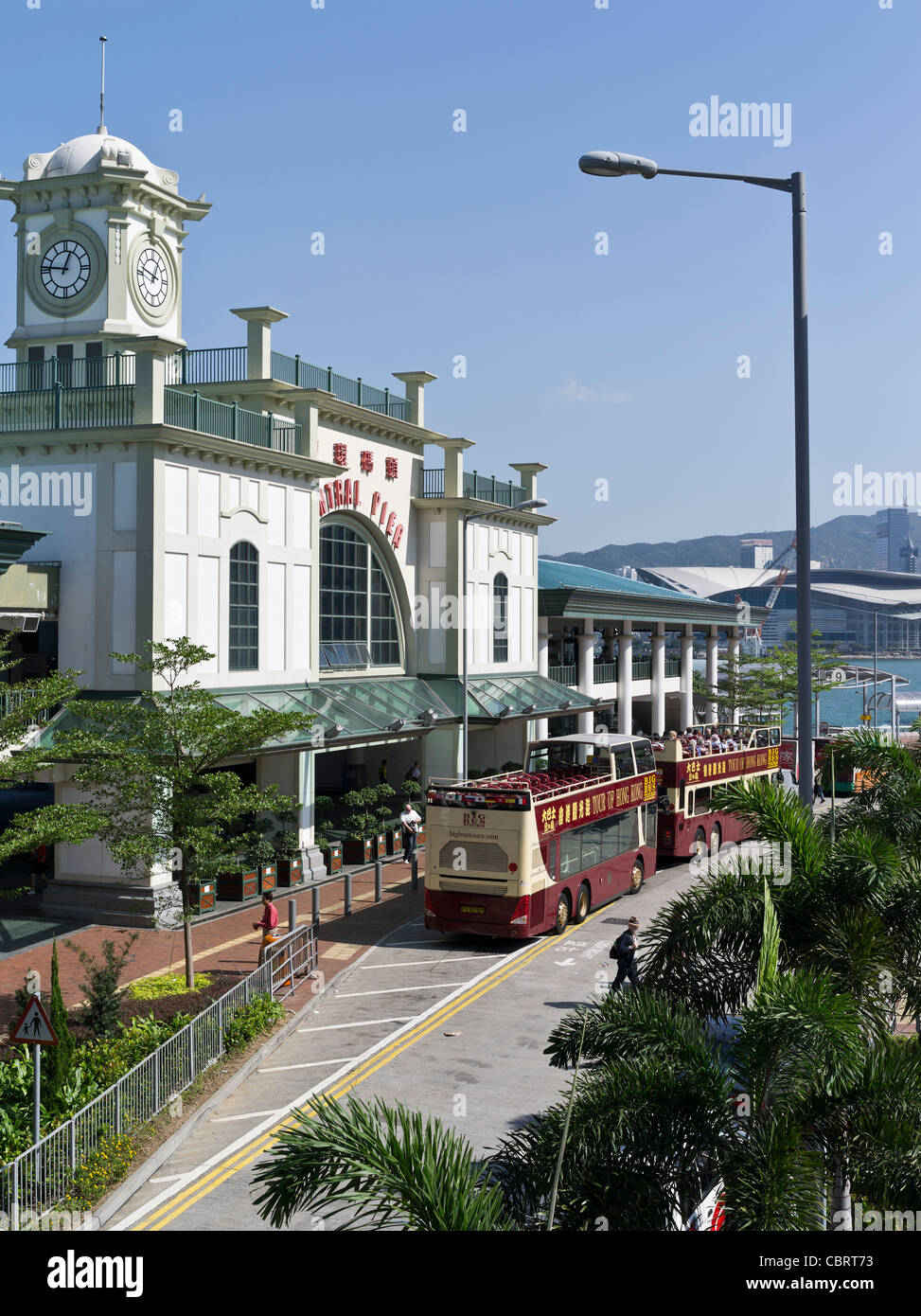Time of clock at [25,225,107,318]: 12:46
